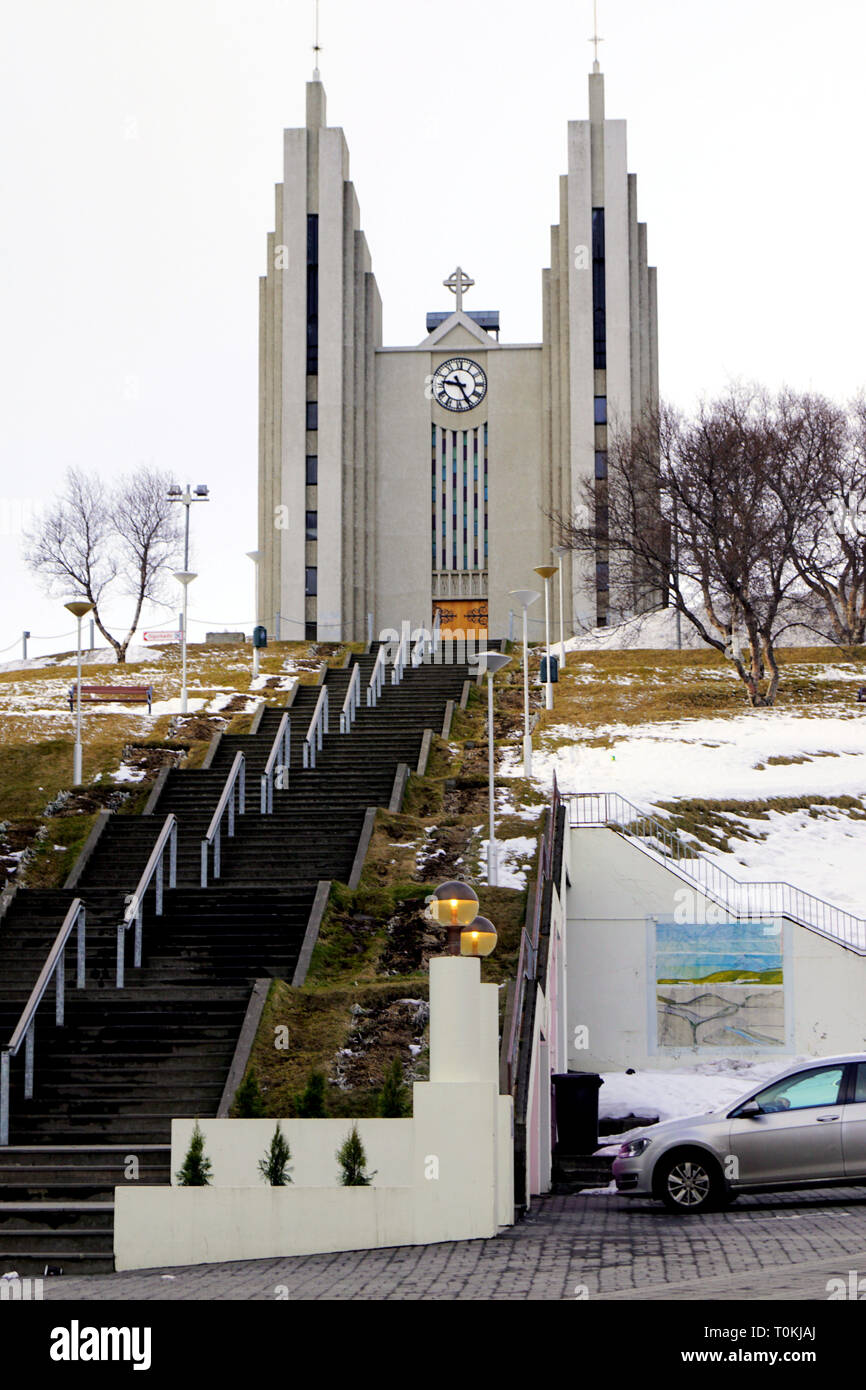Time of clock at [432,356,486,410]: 9:25
